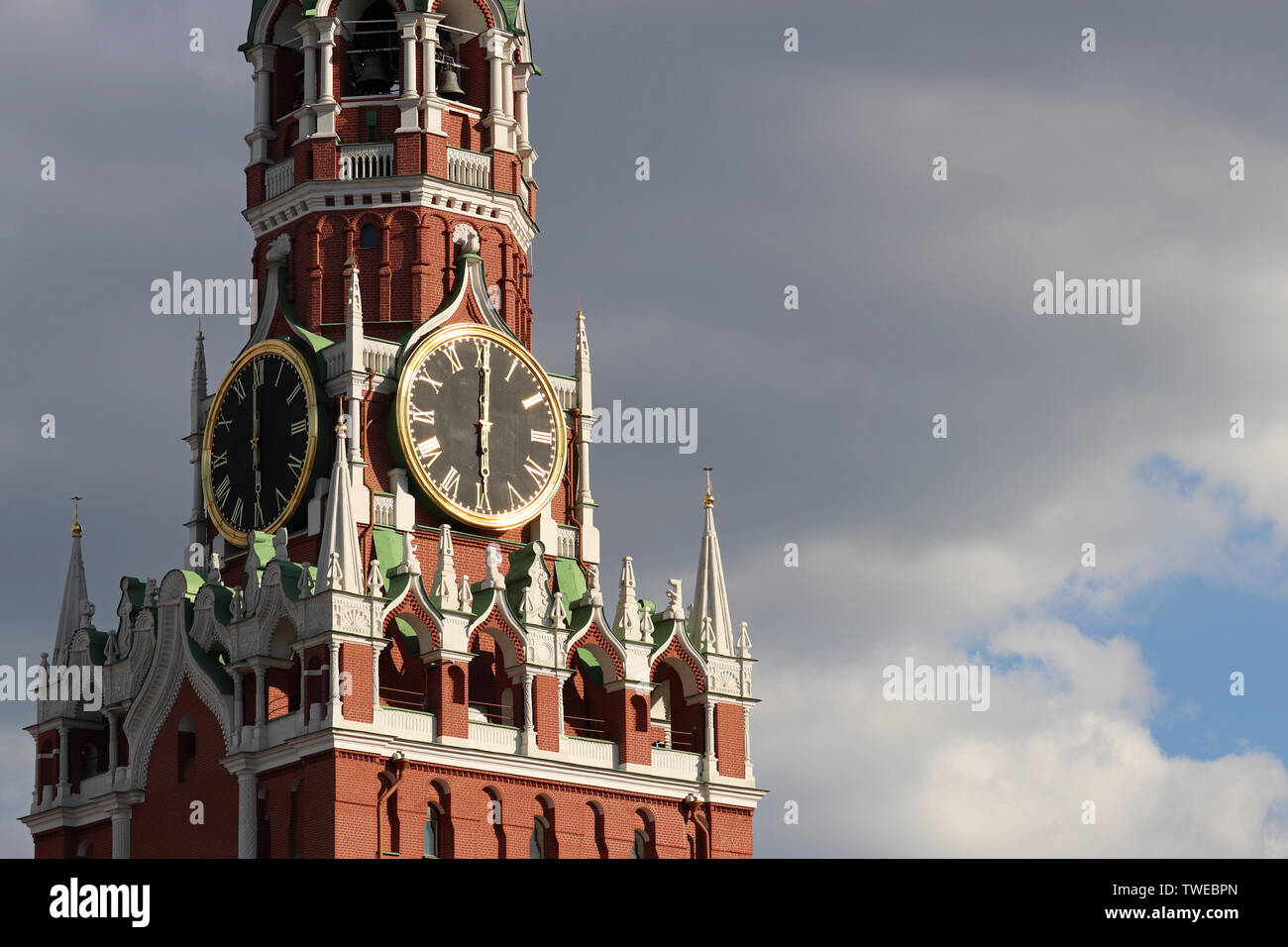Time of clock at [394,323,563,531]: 6:00
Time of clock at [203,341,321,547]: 5:59
